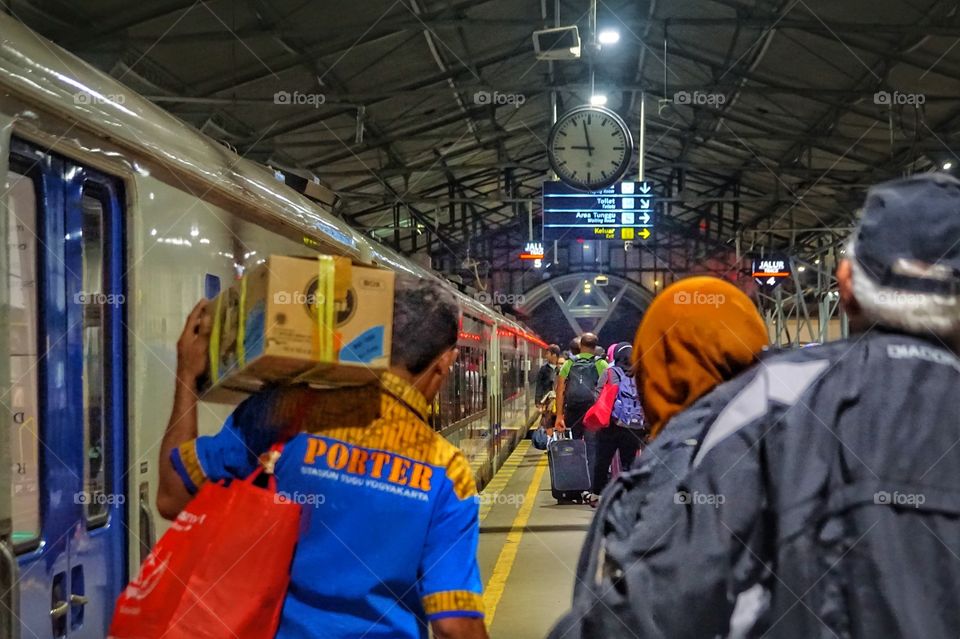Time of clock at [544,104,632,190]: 8:57
